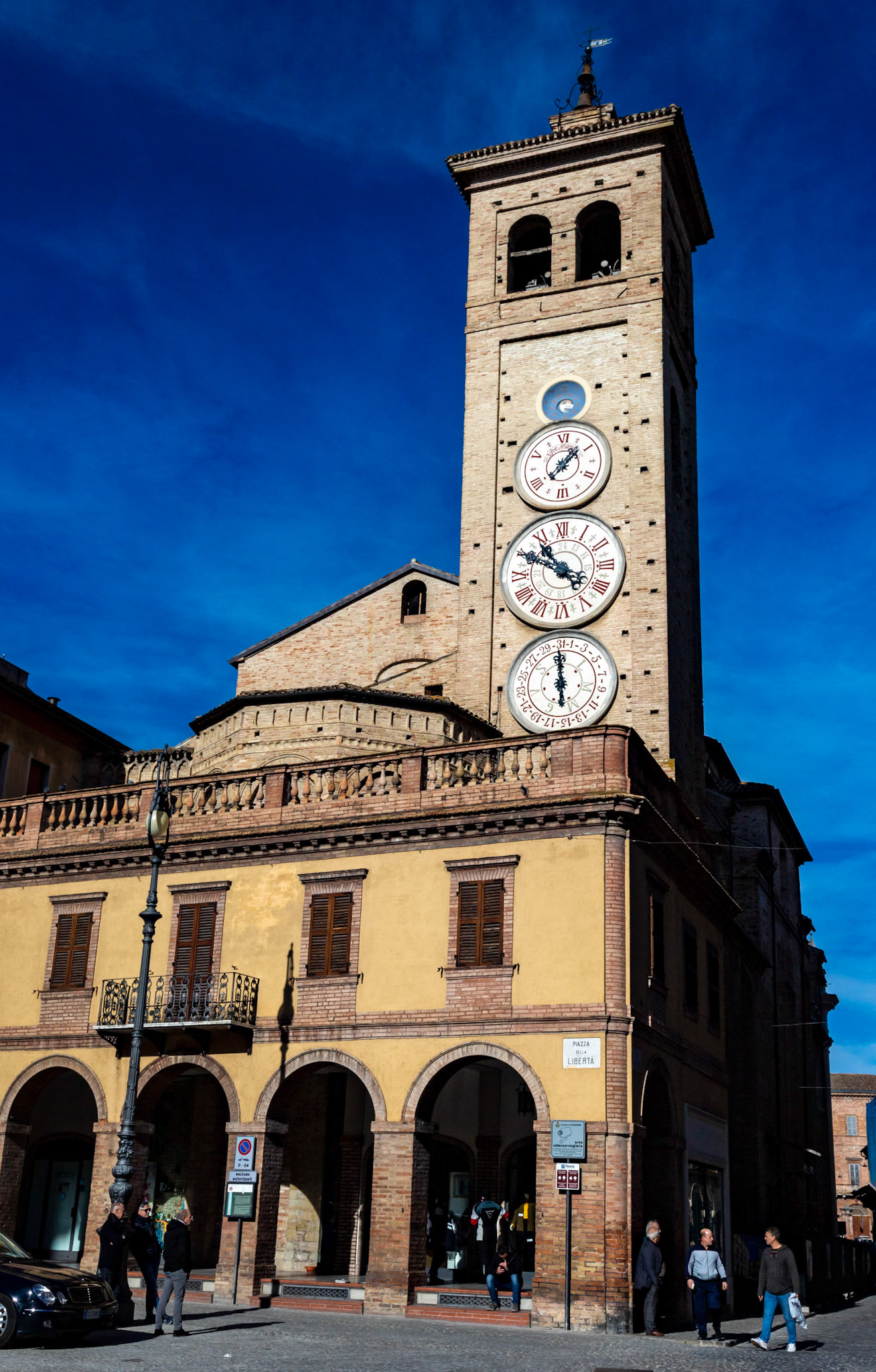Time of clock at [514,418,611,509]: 1:37
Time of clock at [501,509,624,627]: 10:50
